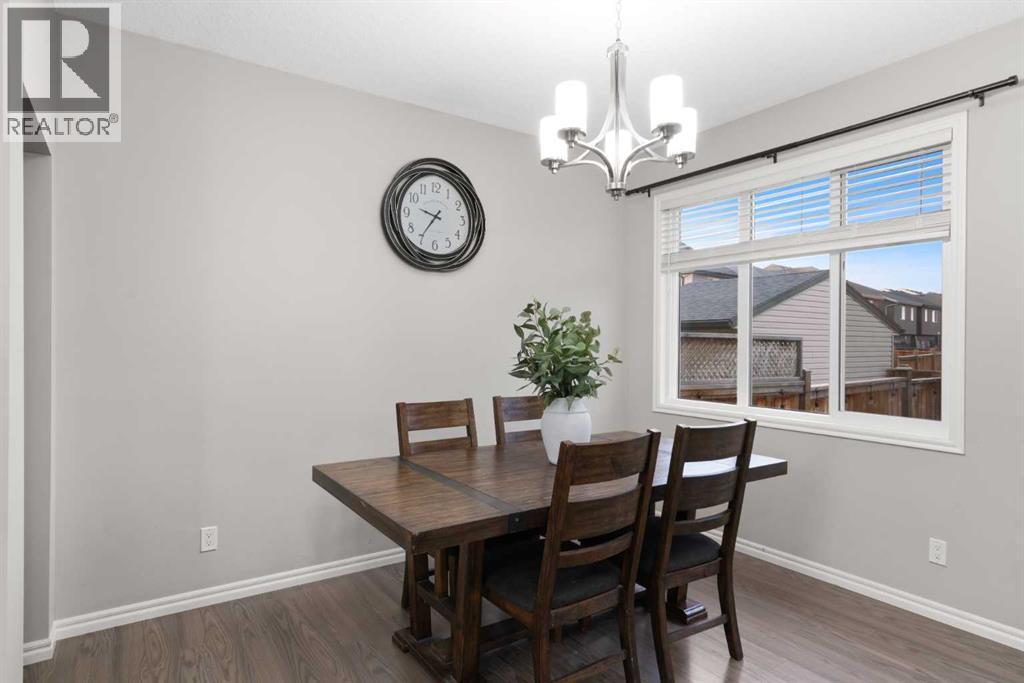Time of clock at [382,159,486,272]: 9:35
